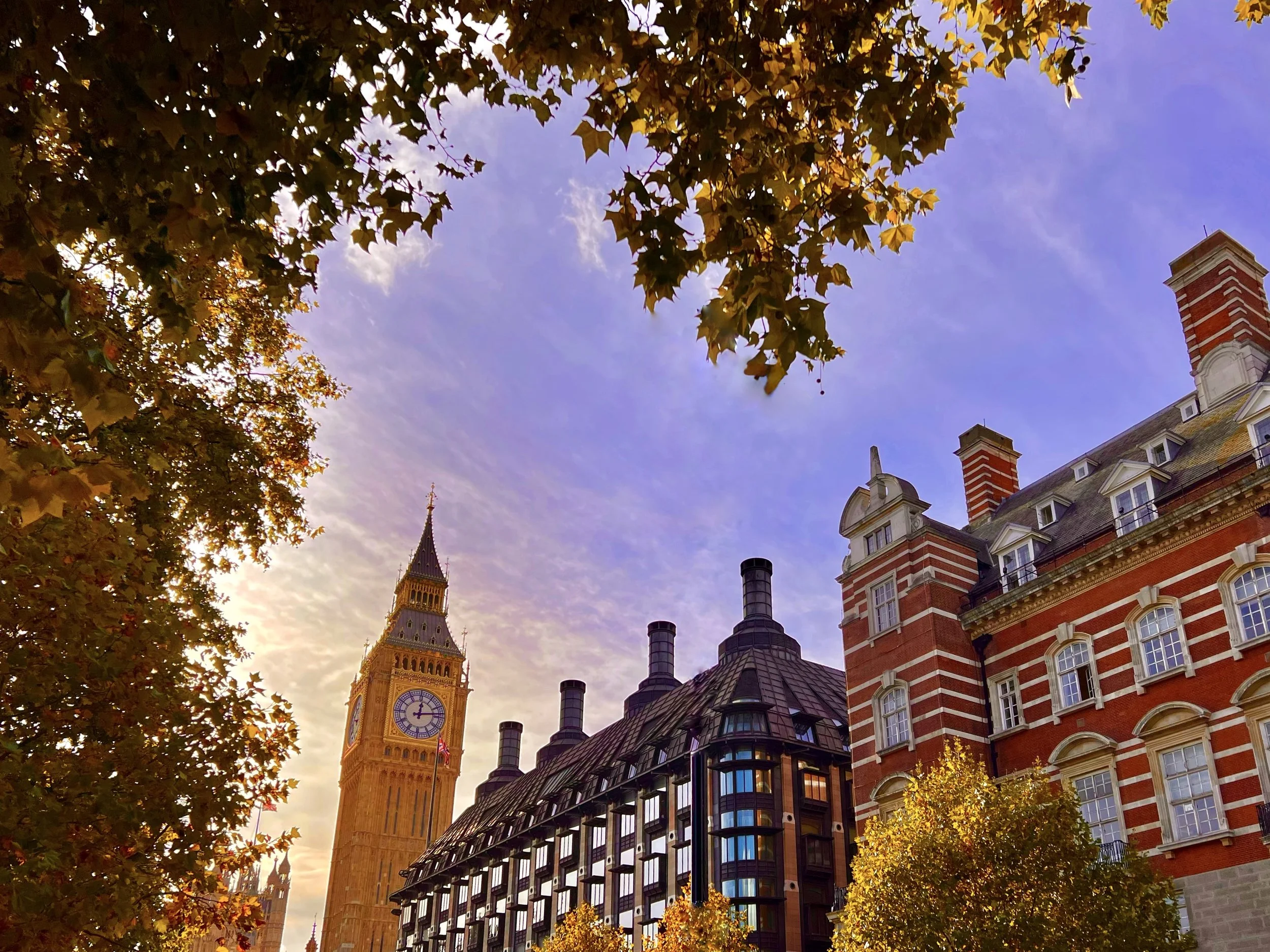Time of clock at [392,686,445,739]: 12:13
